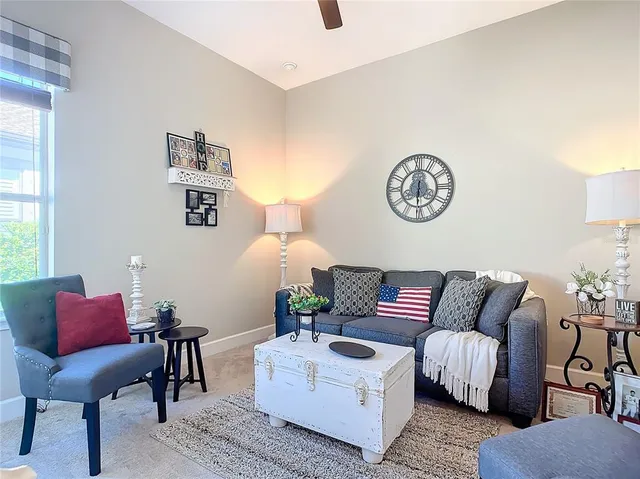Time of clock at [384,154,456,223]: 6:01
